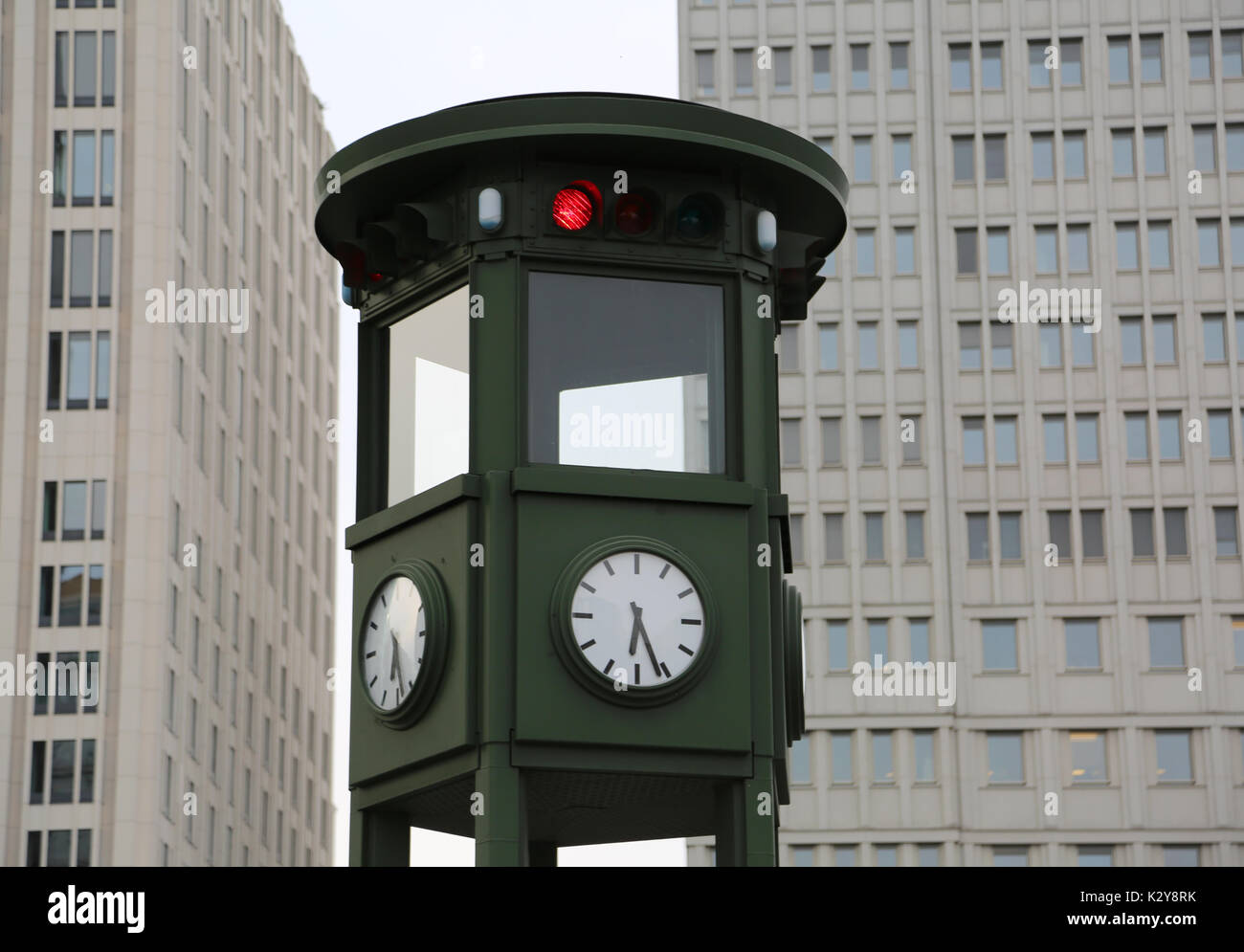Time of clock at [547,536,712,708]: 6:26
